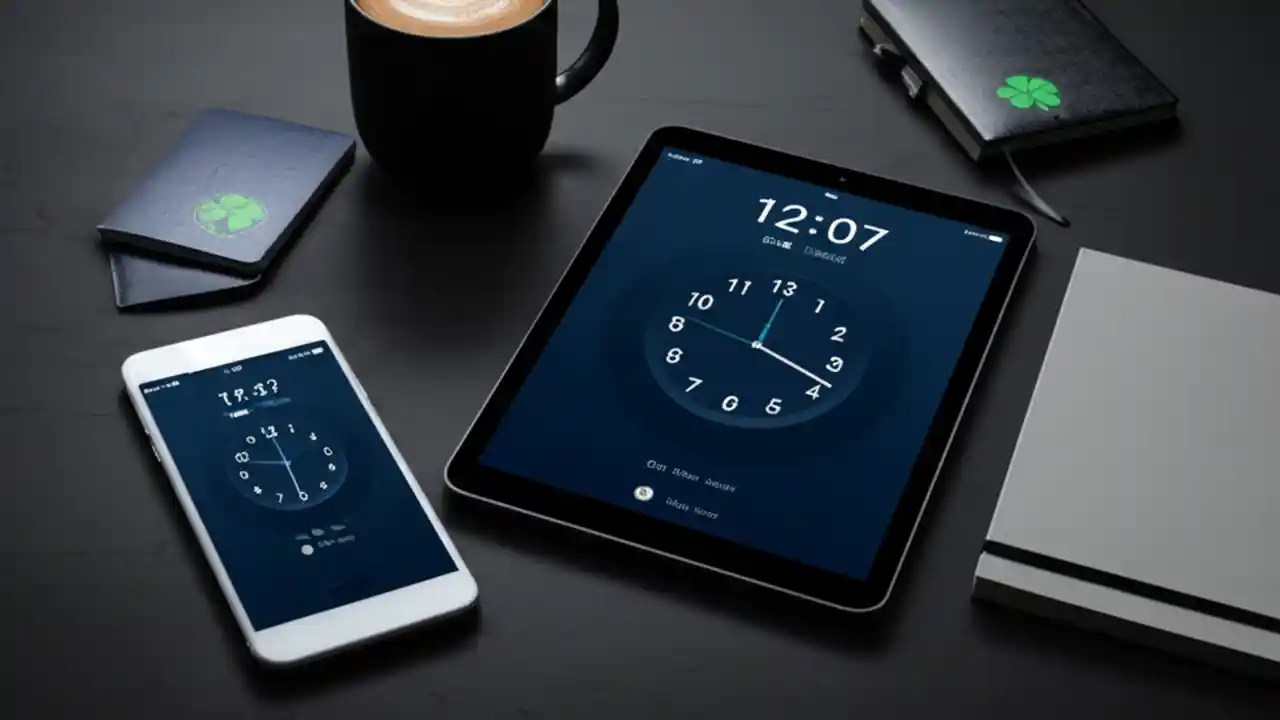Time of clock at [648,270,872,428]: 12:18
